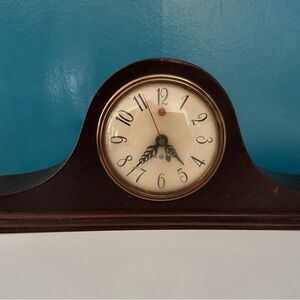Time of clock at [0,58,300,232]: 4:36
